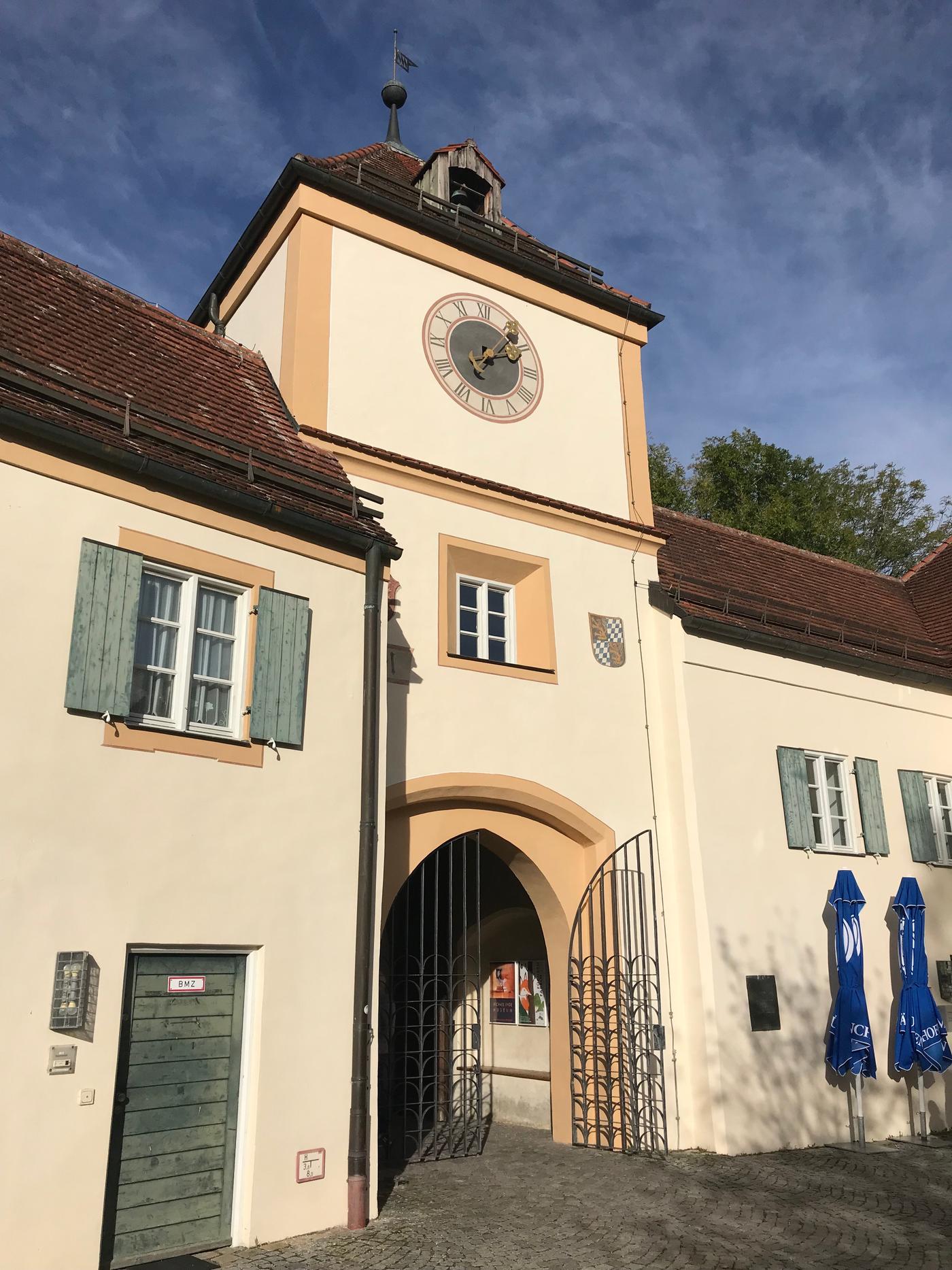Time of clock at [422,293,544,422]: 2:06
